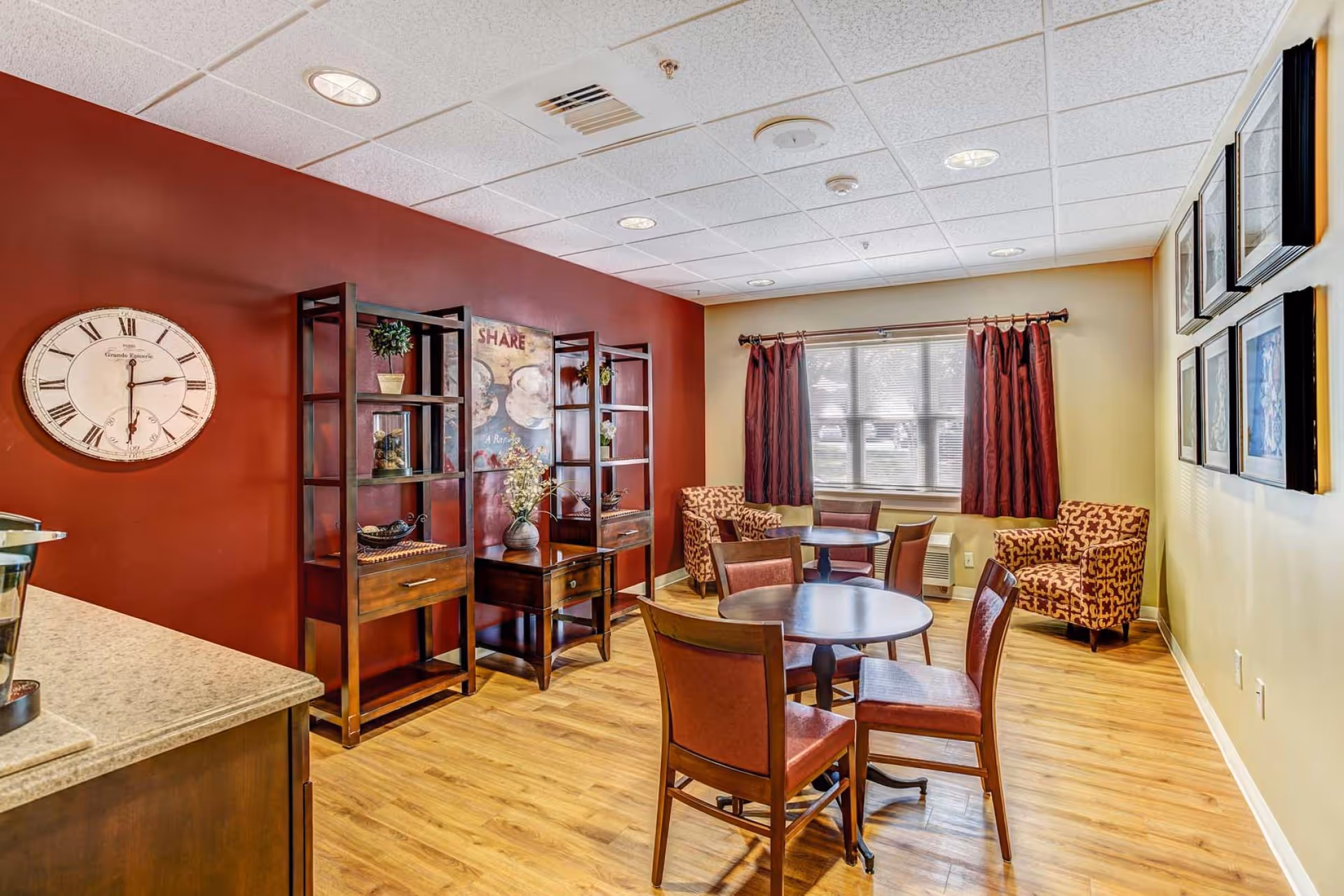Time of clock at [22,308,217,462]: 2:30
